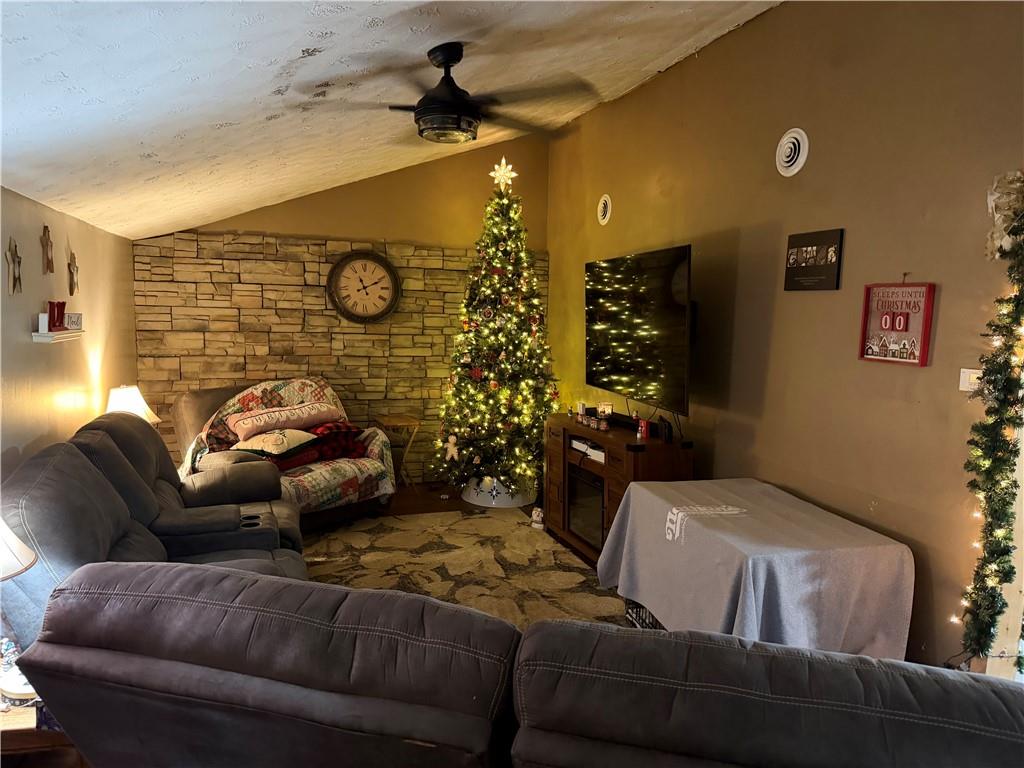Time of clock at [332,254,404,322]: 11:11
